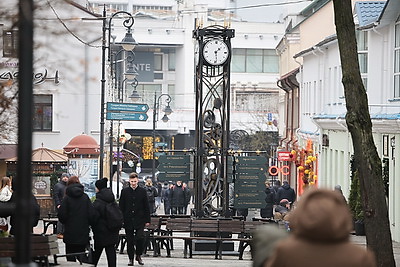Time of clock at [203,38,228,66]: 1:28
